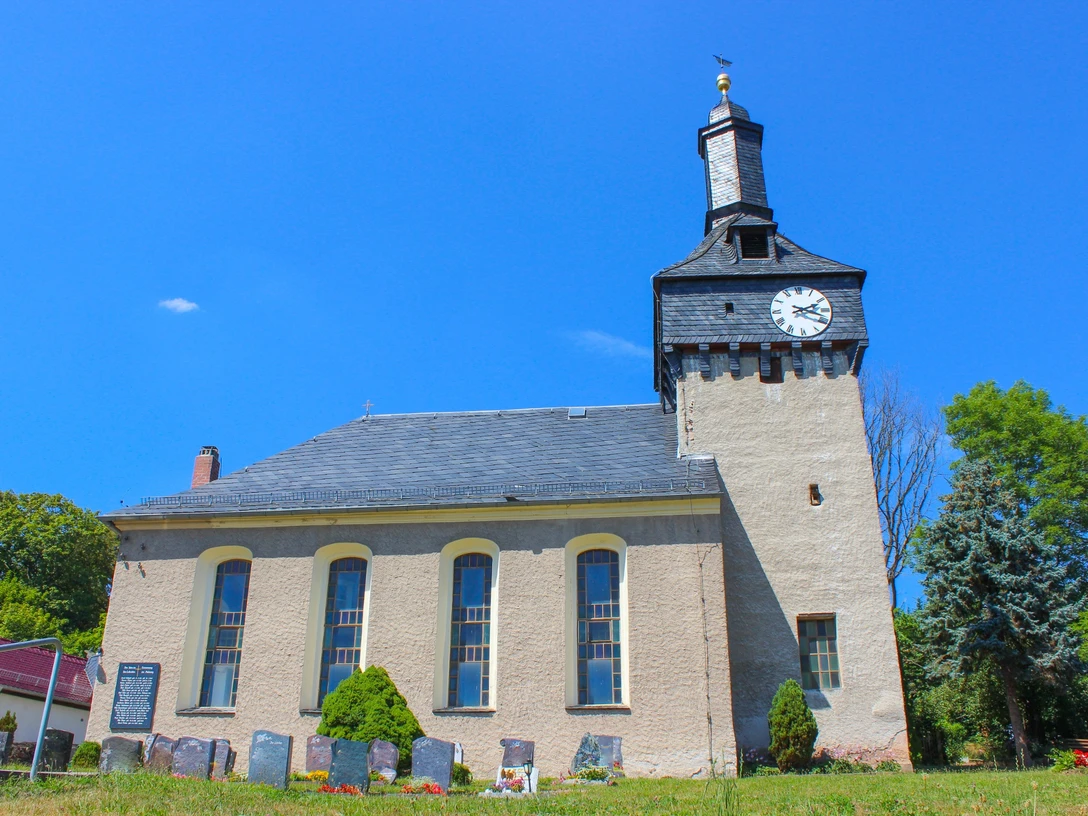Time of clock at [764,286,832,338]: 2:18
